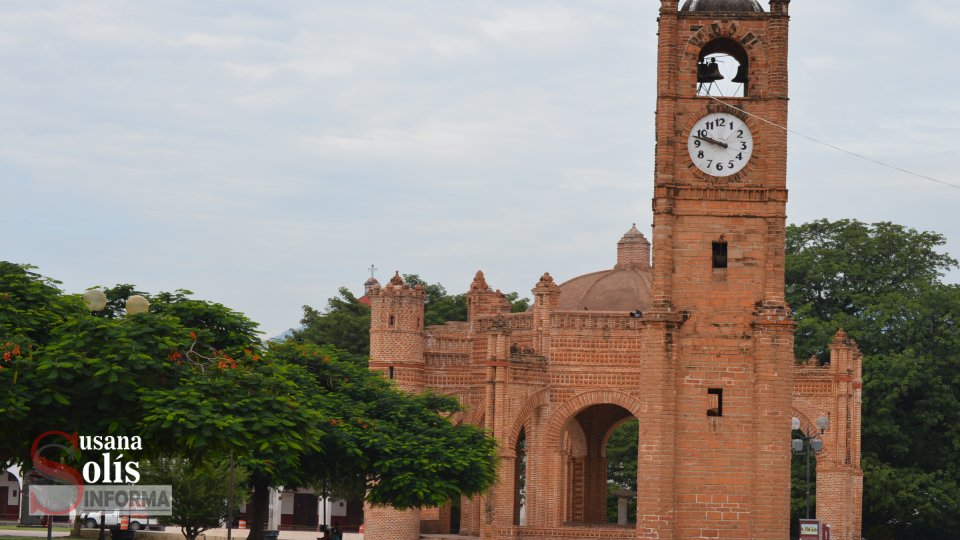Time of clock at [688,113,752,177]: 9:47
